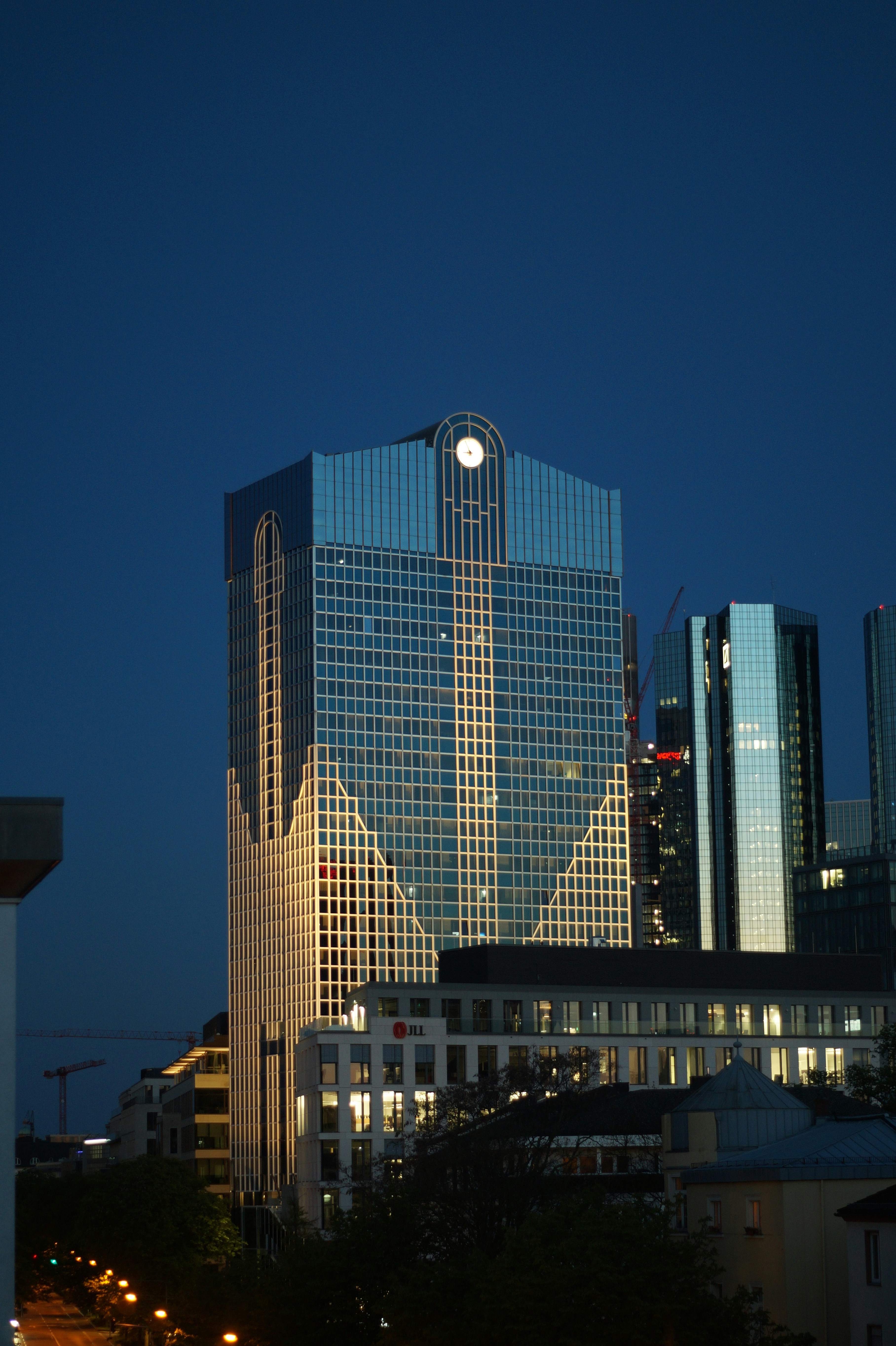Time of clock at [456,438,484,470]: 8:55
